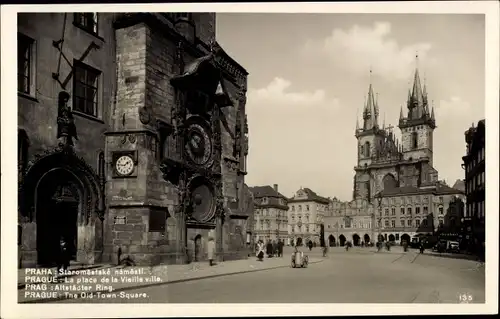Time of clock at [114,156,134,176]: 1:46
